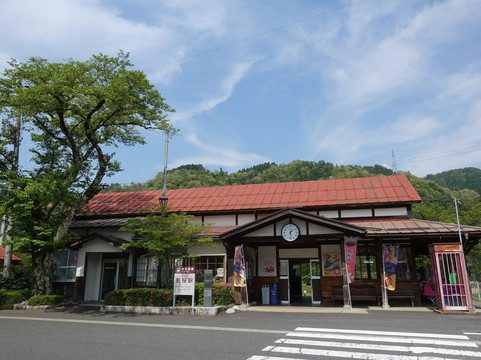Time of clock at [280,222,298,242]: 1:29
